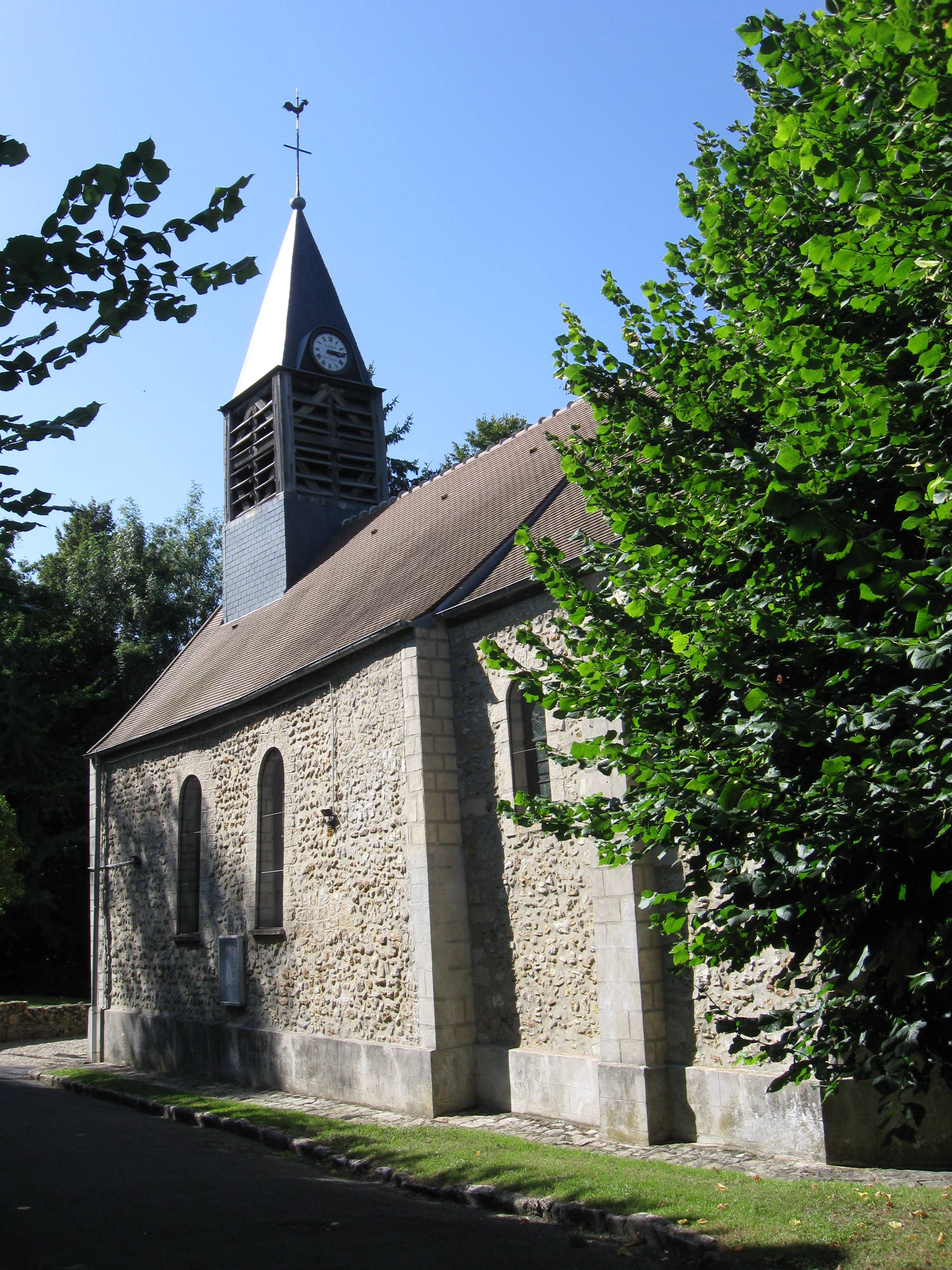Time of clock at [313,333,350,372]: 3:13
